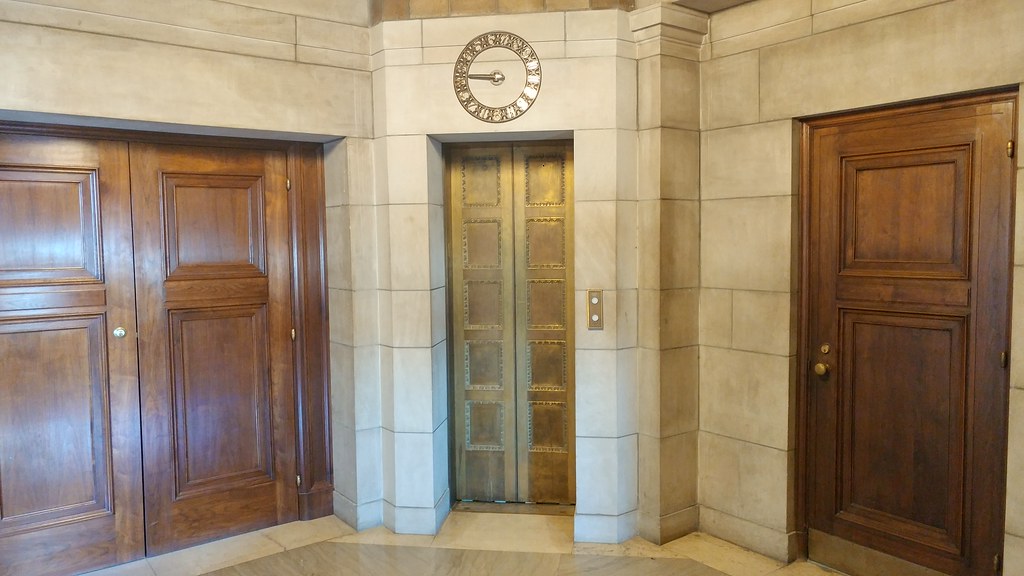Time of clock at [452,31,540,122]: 8:45
